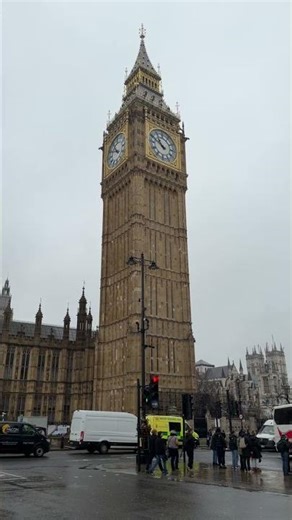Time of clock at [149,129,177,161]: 10:49
